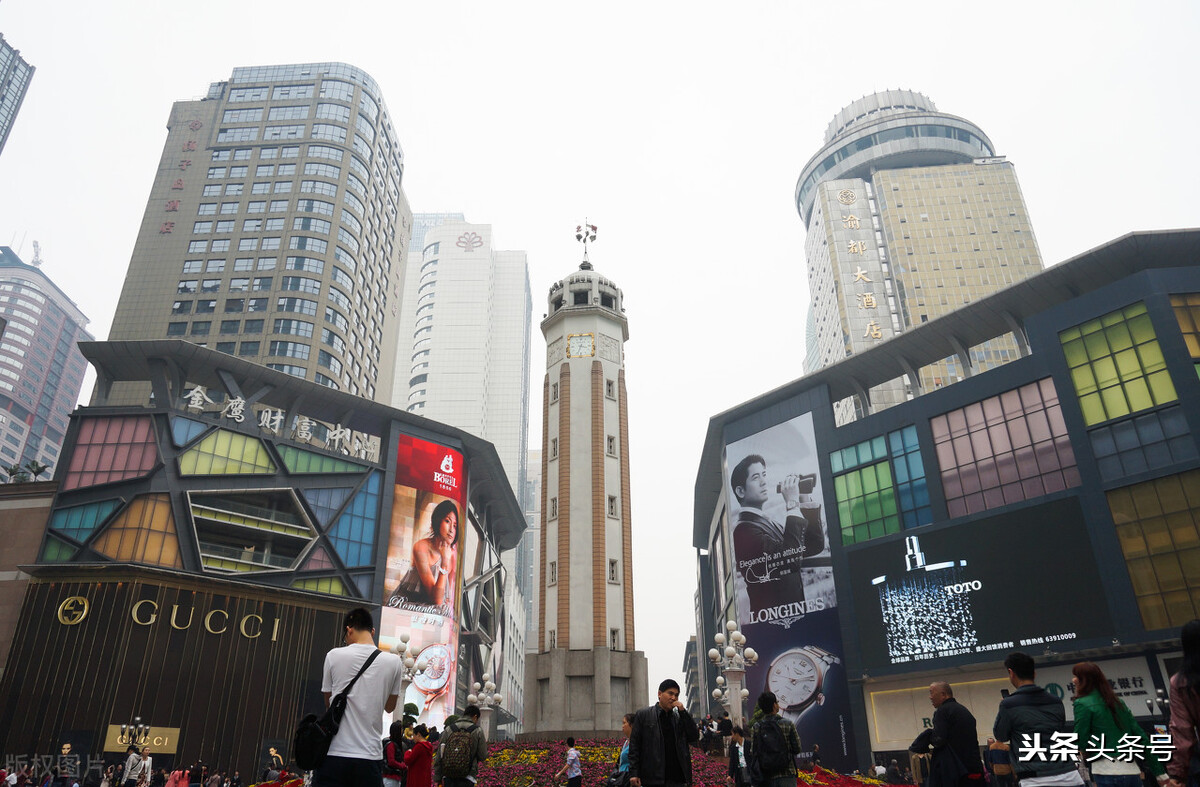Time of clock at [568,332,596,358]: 3:33
